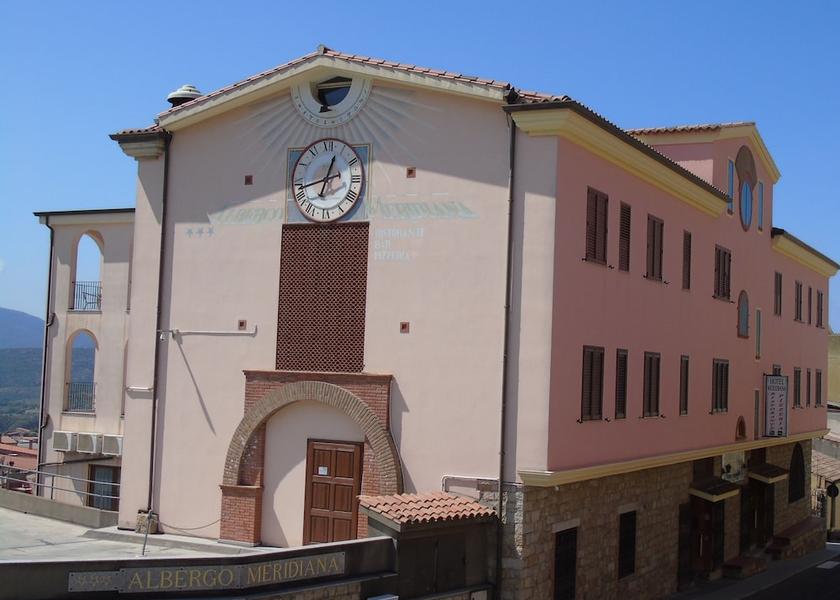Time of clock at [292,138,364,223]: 12:42
